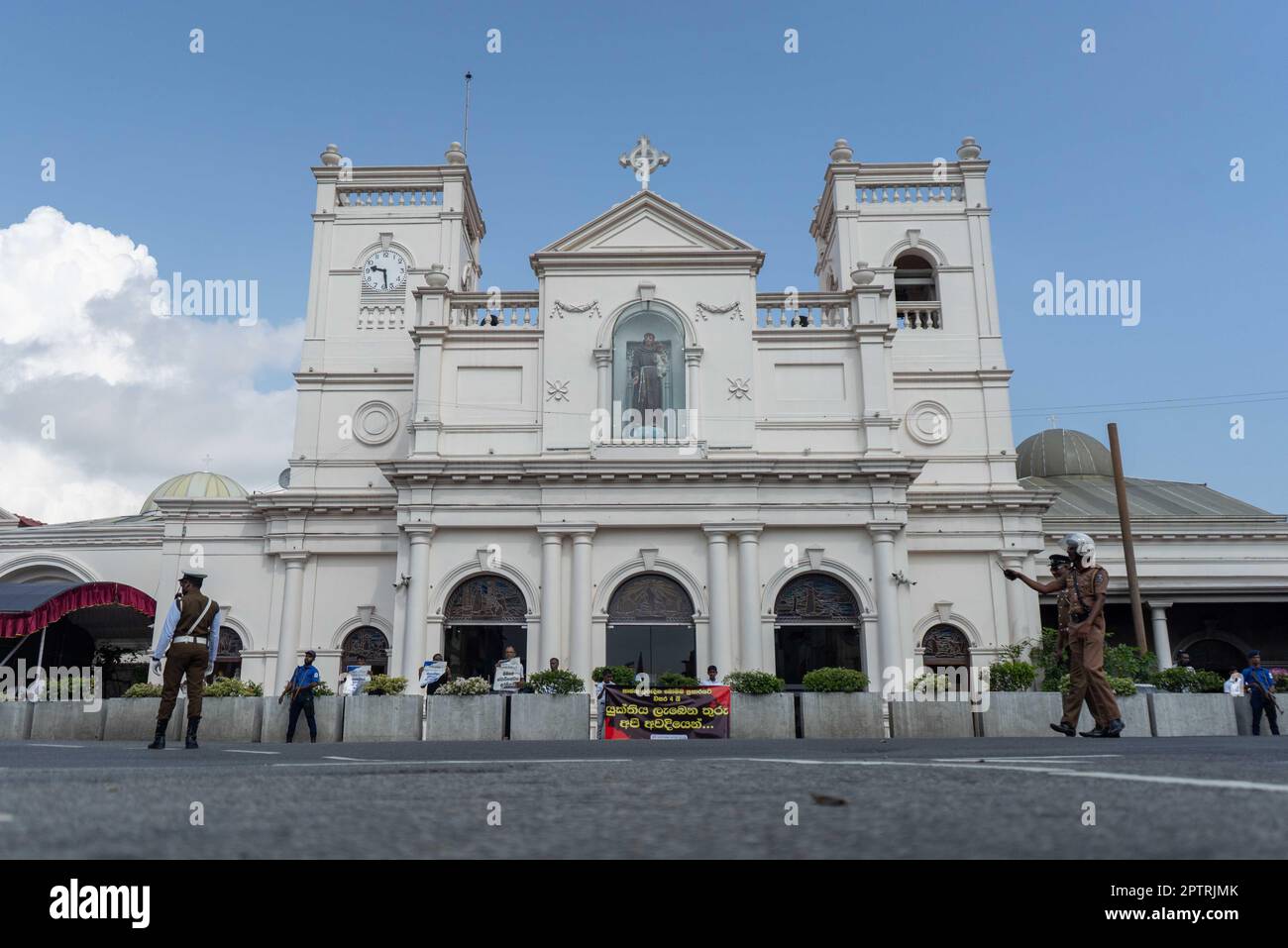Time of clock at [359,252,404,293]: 9:28
